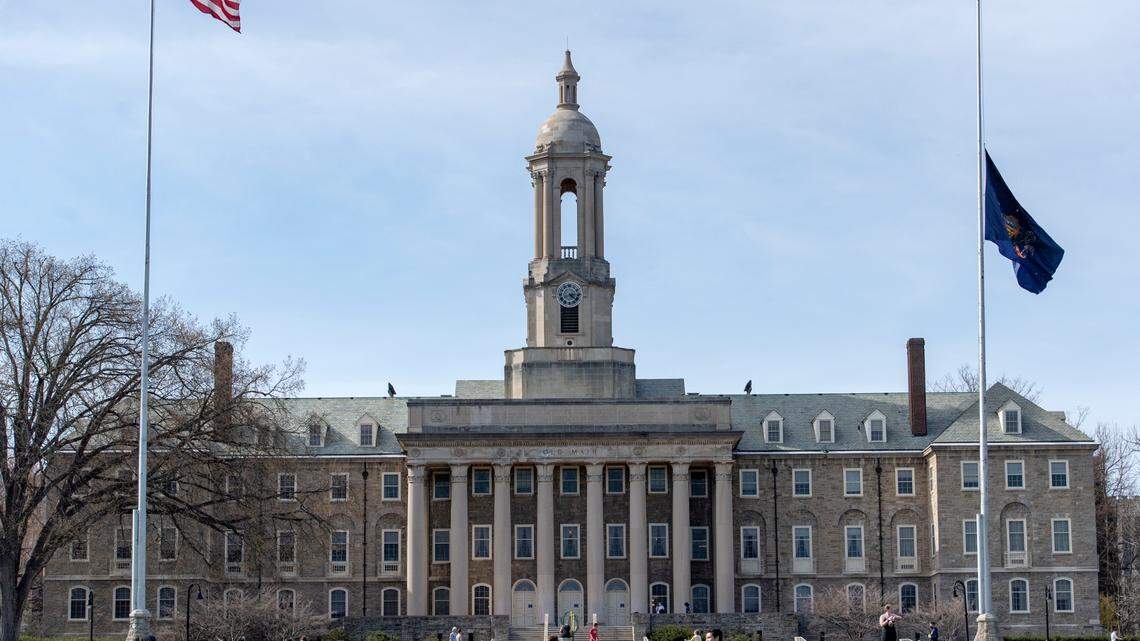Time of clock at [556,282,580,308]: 4:14
